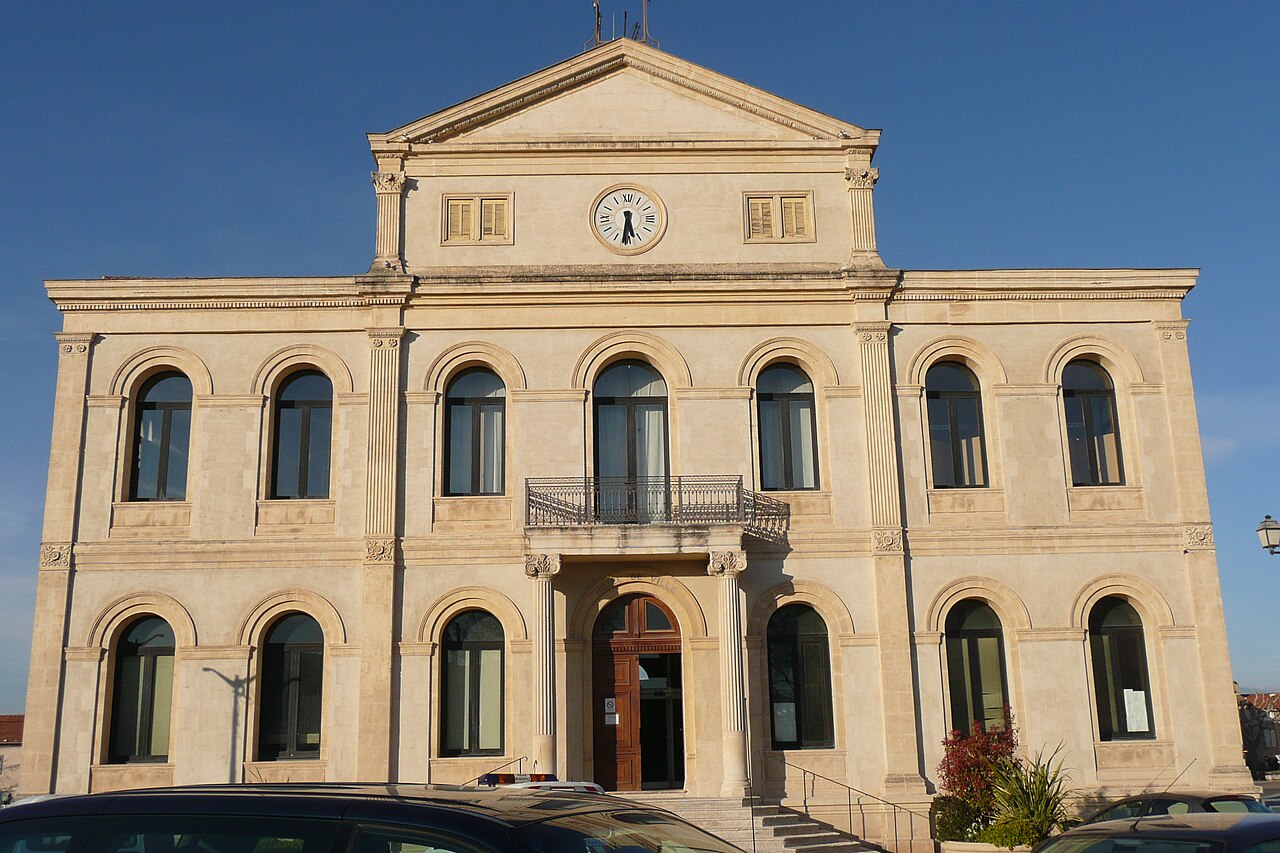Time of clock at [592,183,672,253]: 5:31
